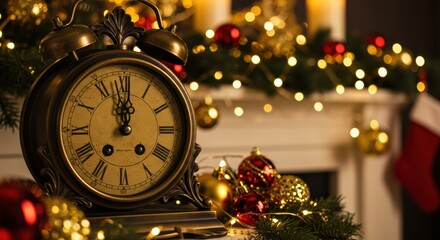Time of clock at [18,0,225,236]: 12:01
